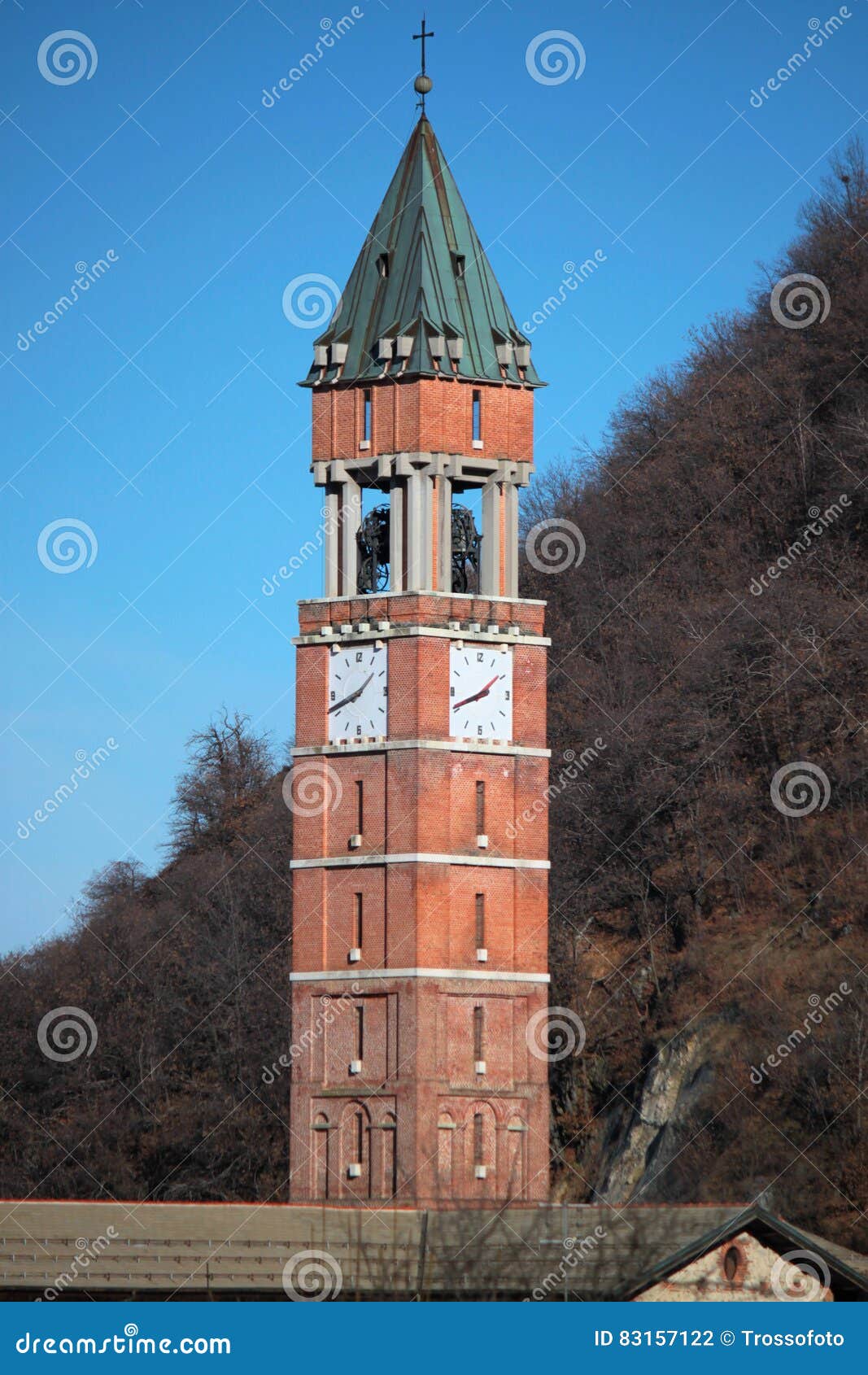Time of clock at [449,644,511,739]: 1:41
